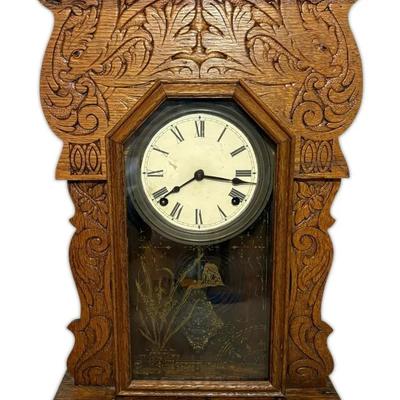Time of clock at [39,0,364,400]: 8:16
